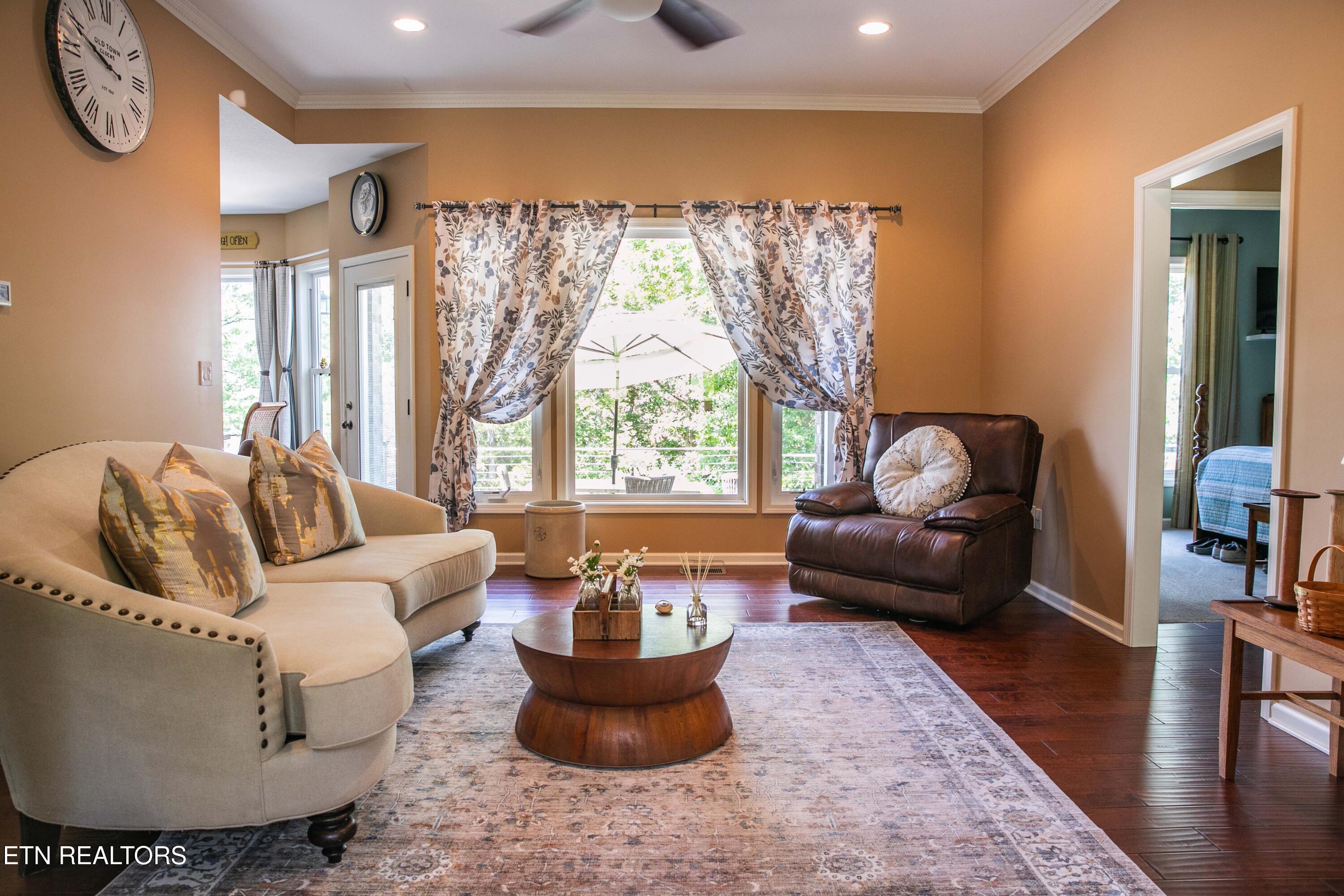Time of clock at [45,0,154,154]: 9:48
